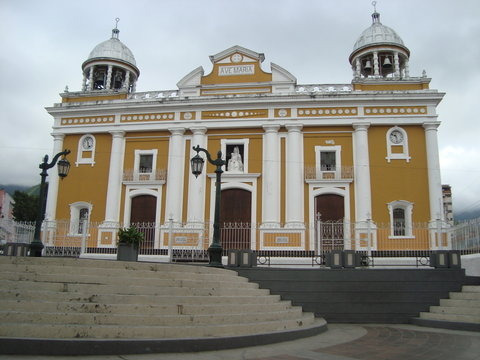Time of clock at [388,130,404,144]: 10:28
